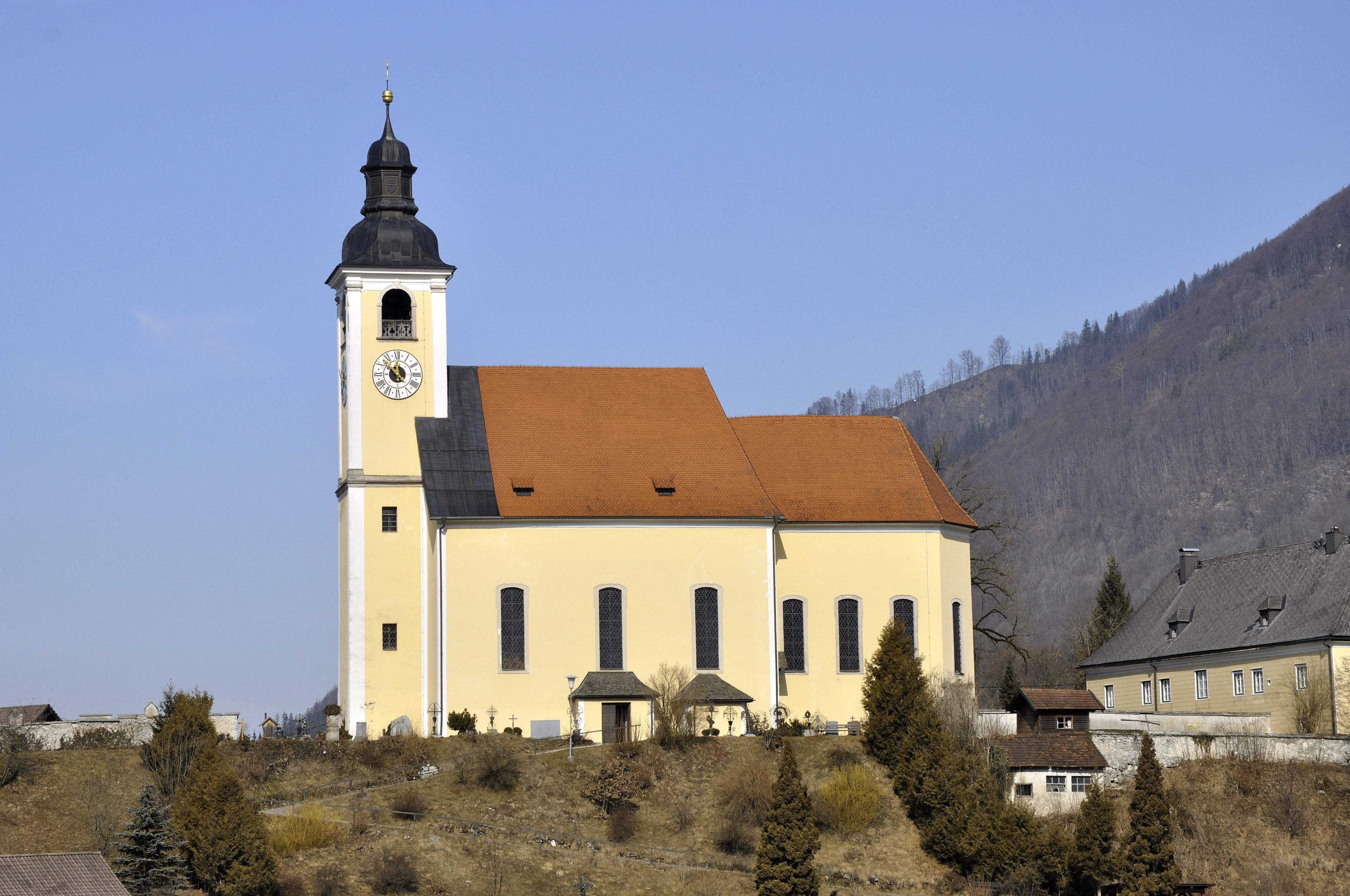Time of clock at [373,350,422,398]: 11:52
